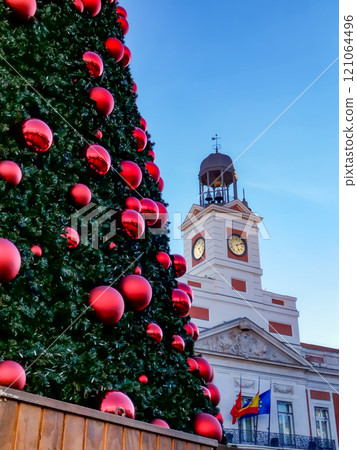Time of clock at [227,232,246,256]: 5:11
